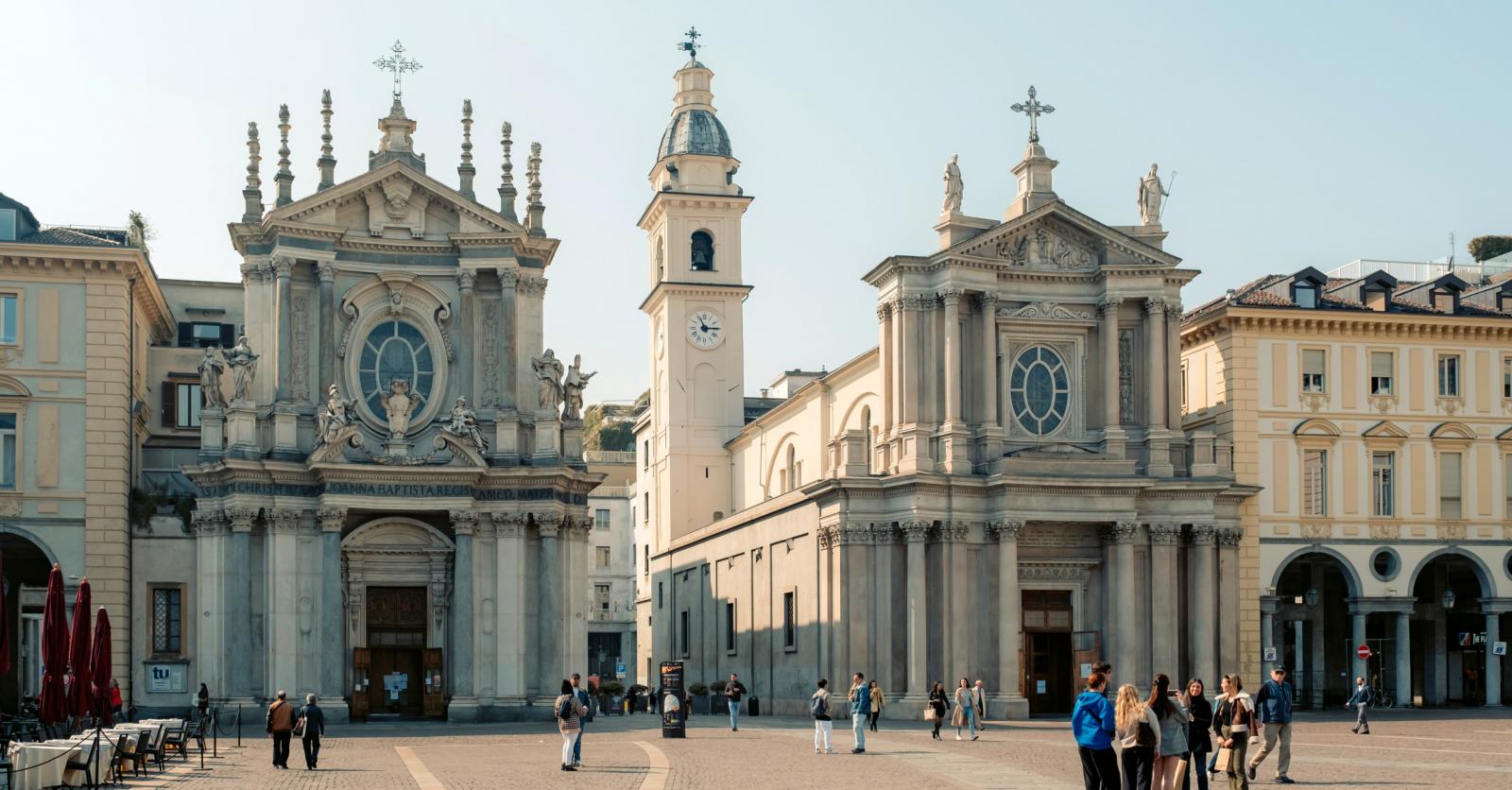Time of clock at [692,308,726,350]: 11:14
